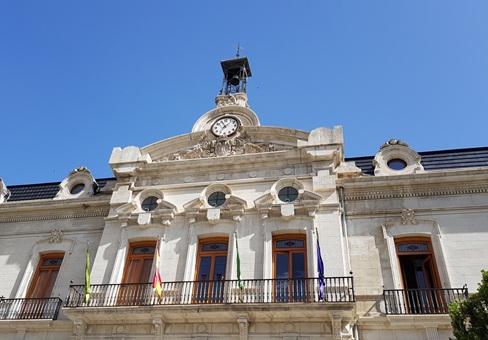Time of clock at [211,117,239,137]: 11:07
